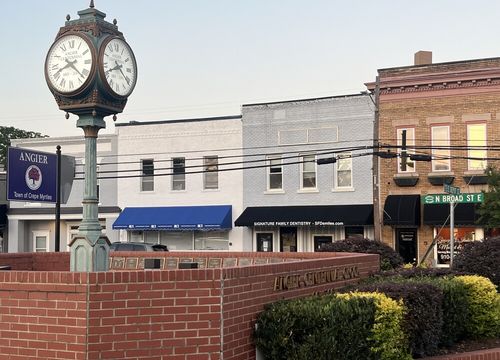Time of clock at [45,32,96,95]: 8:21
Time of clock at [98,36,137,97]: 8:21
